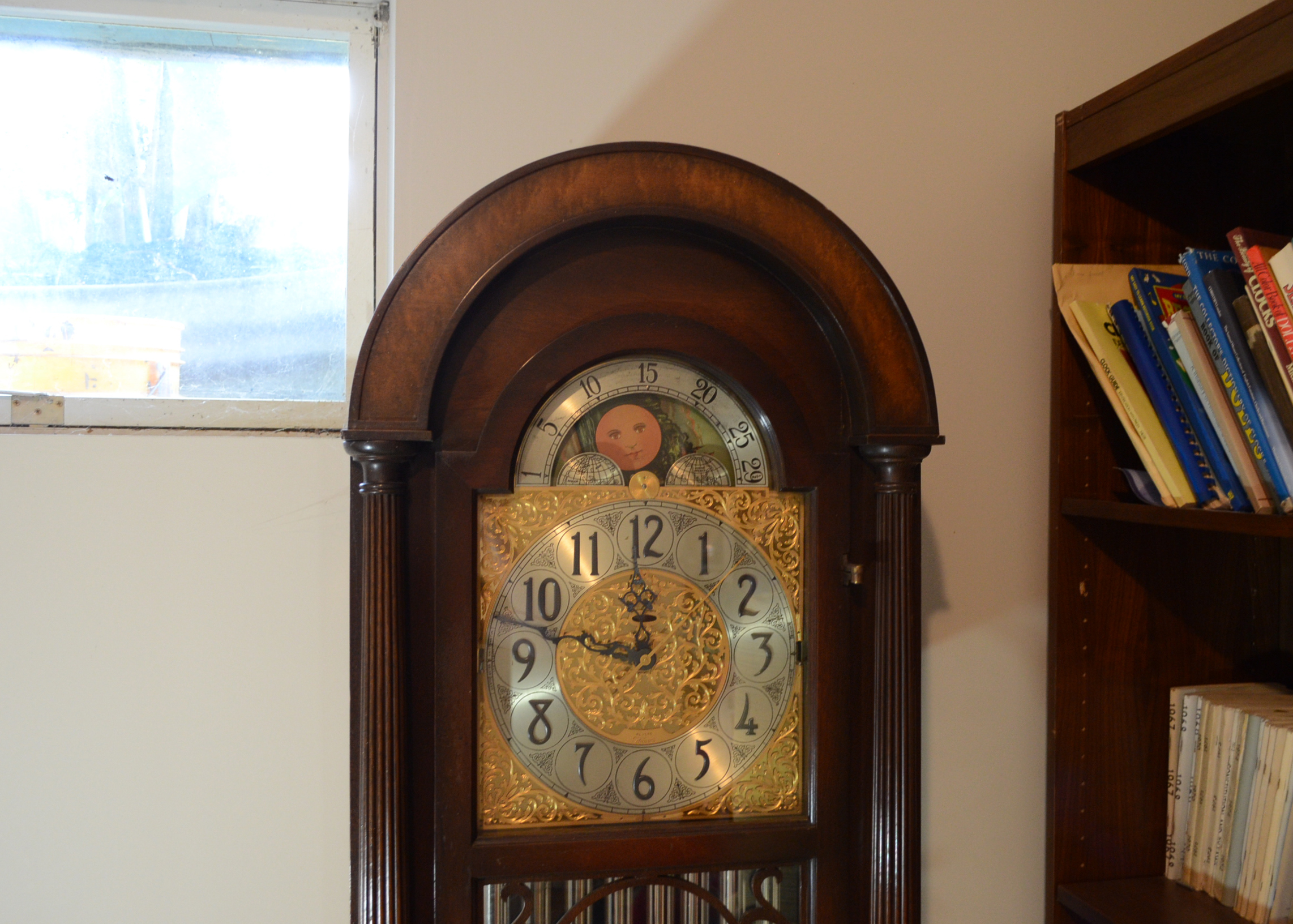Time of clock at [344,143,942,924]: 11:46
